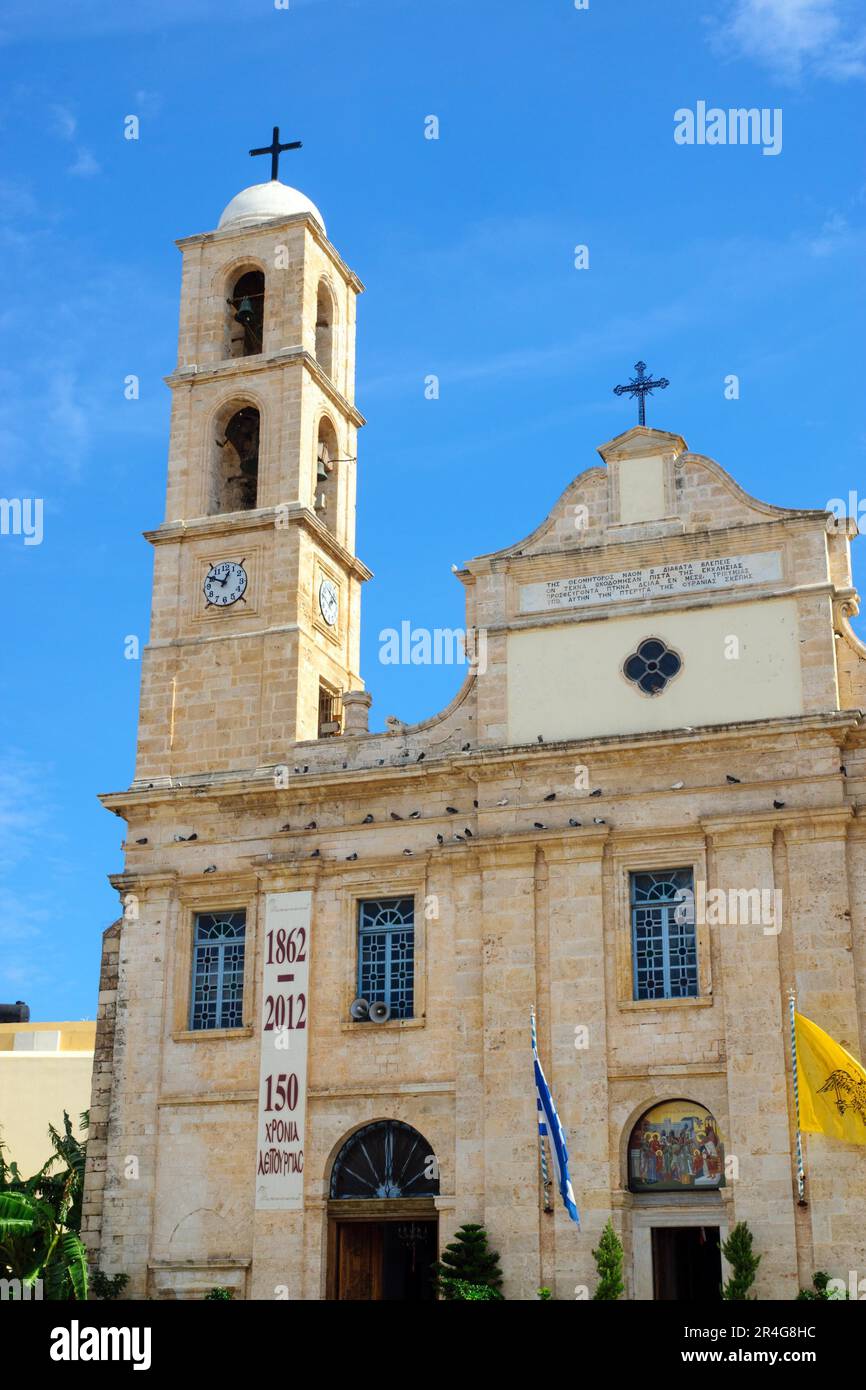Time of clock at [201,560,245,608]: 12:50
